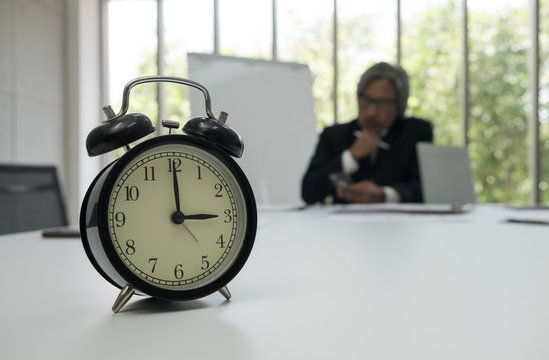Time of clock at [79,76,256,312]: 2:59
